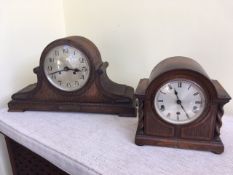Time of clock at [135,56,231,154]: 11:25
